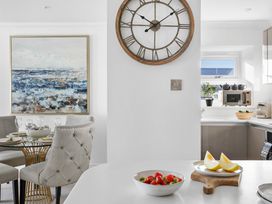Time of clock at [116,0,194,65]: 10:08
